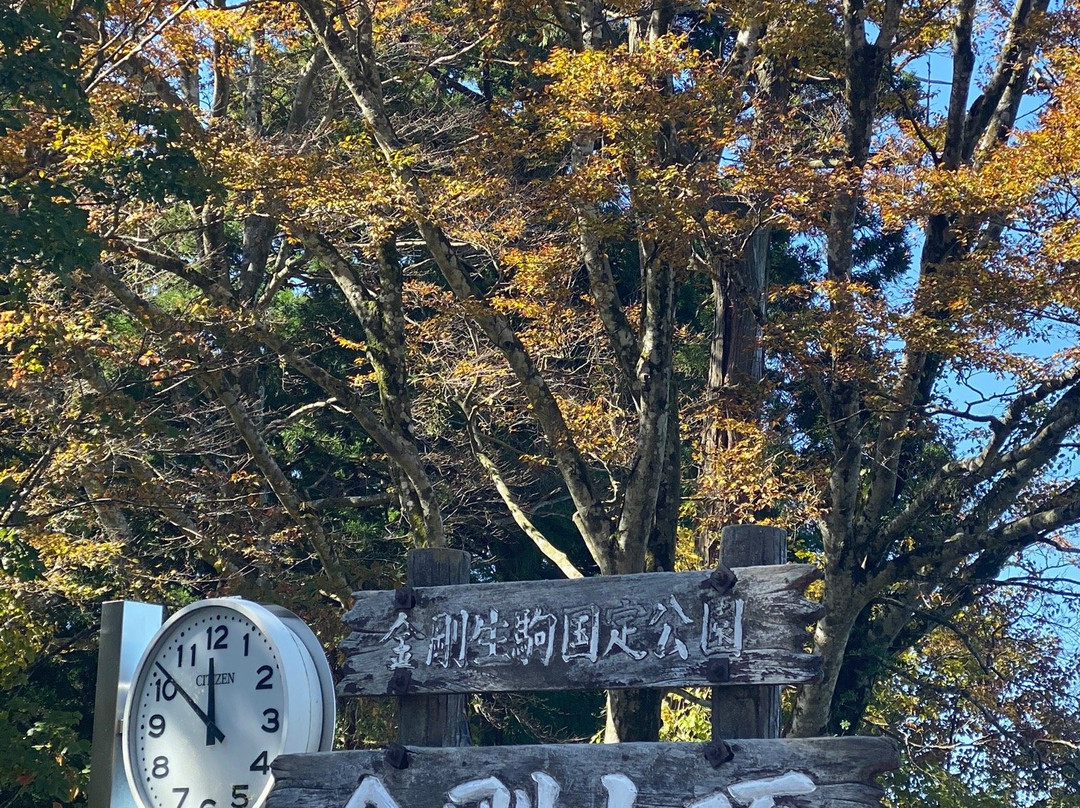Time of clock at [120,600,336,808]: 11:51
